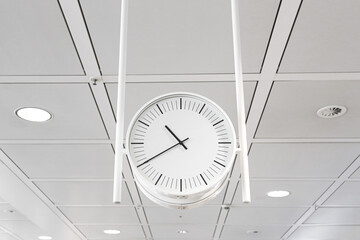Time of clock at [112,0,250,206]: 10:40
